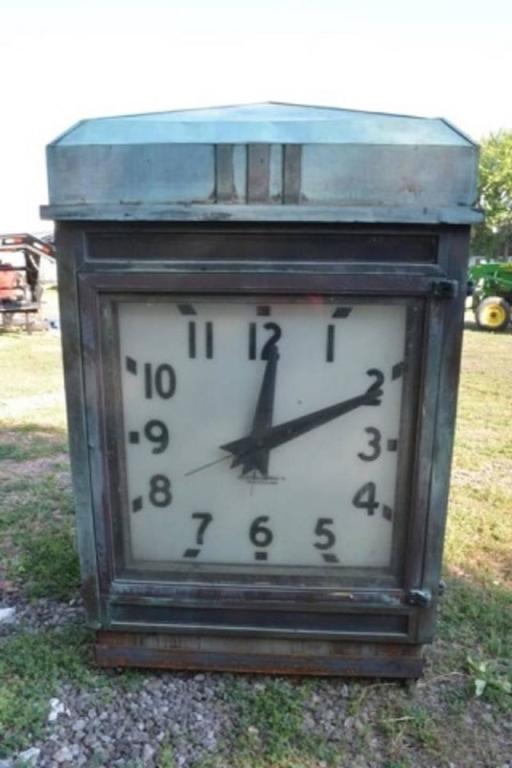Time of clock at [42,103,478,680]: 12:10
